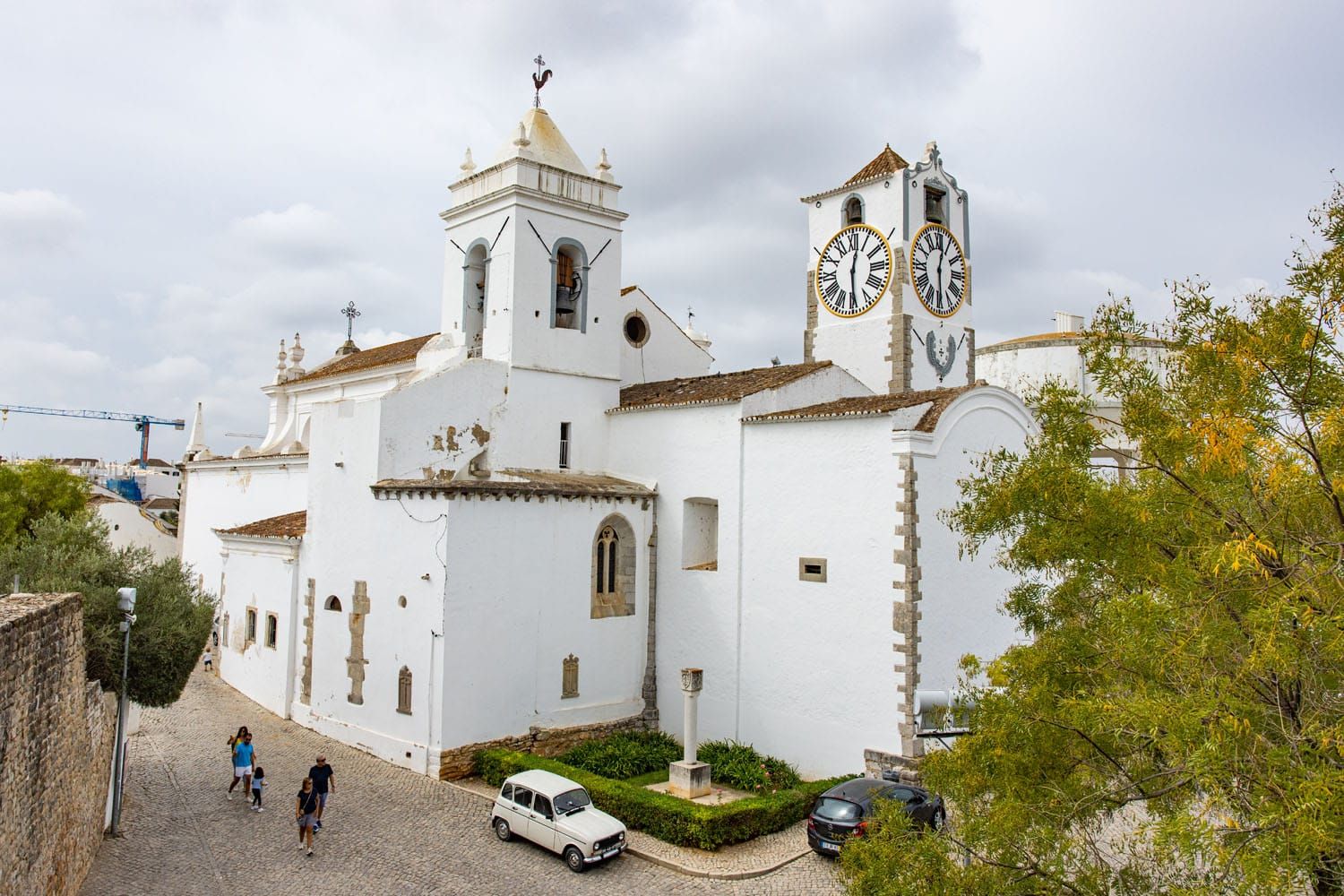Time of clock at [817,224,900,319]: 12:29
